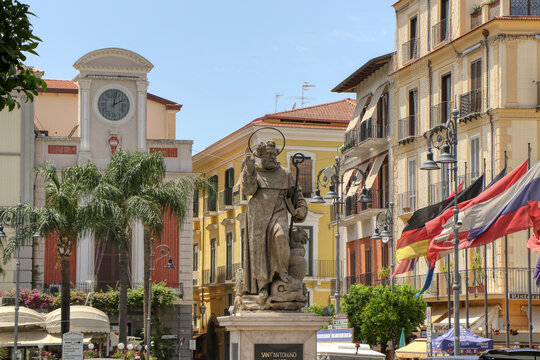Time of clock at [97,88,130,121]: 2:01
